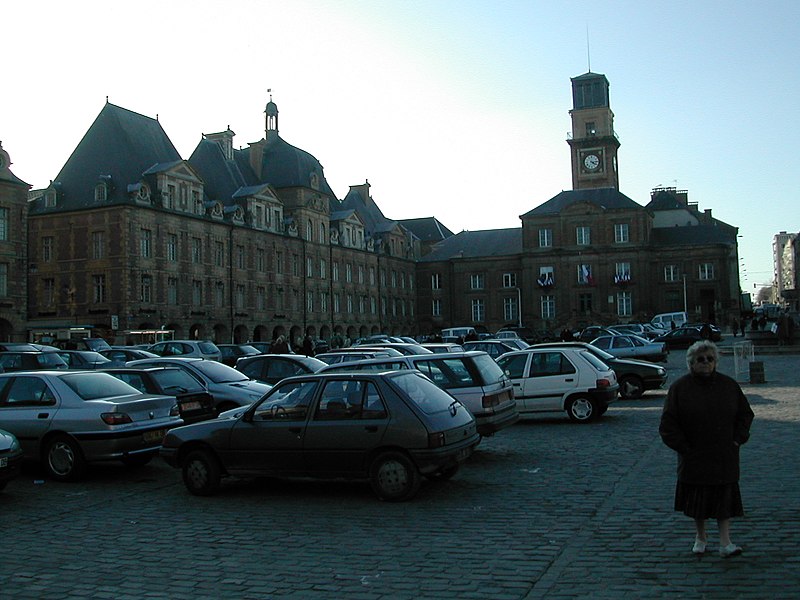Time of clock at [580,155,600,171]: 4:14
